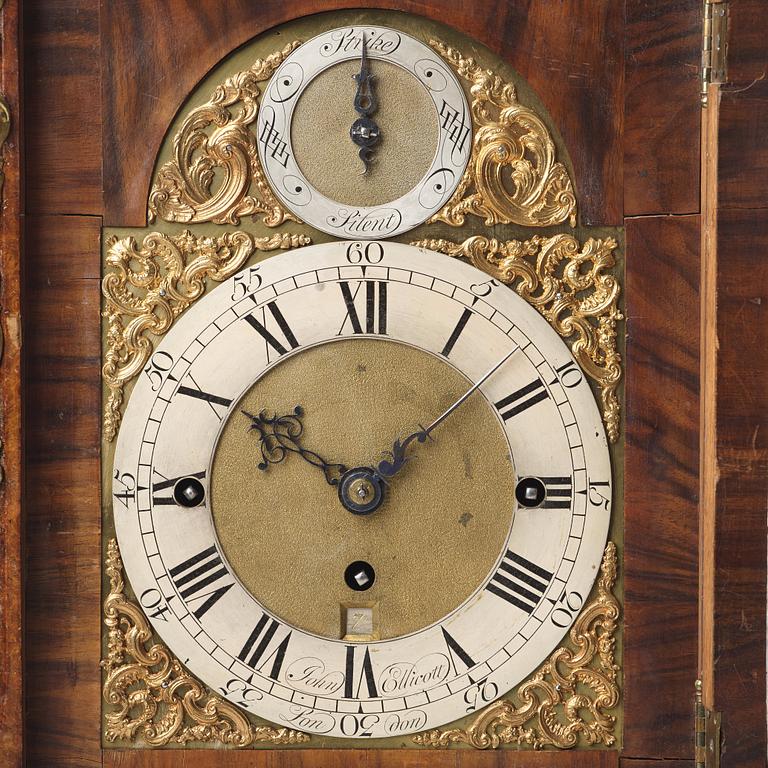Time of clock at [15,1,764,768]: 10:07
